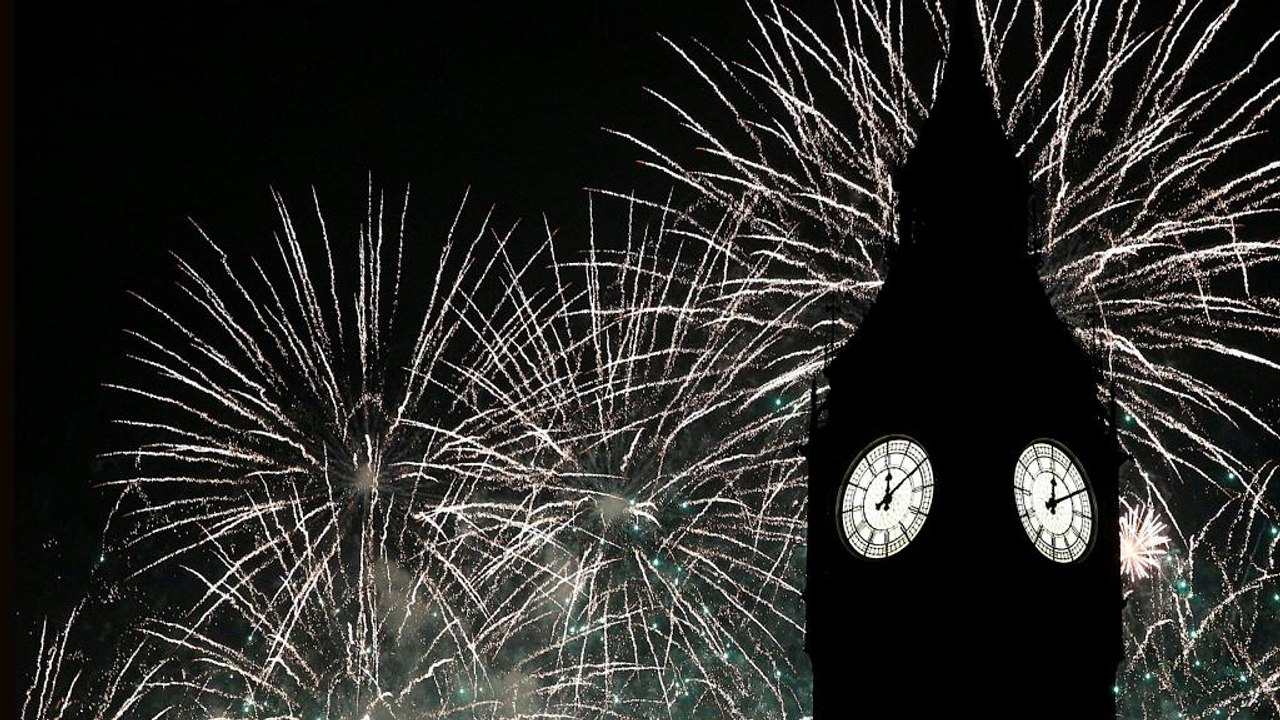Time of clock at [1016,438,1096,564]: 12:09
